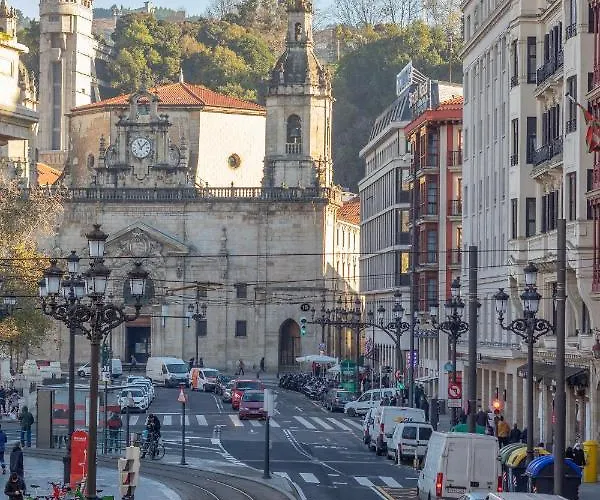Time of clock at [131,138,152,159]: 11:07
